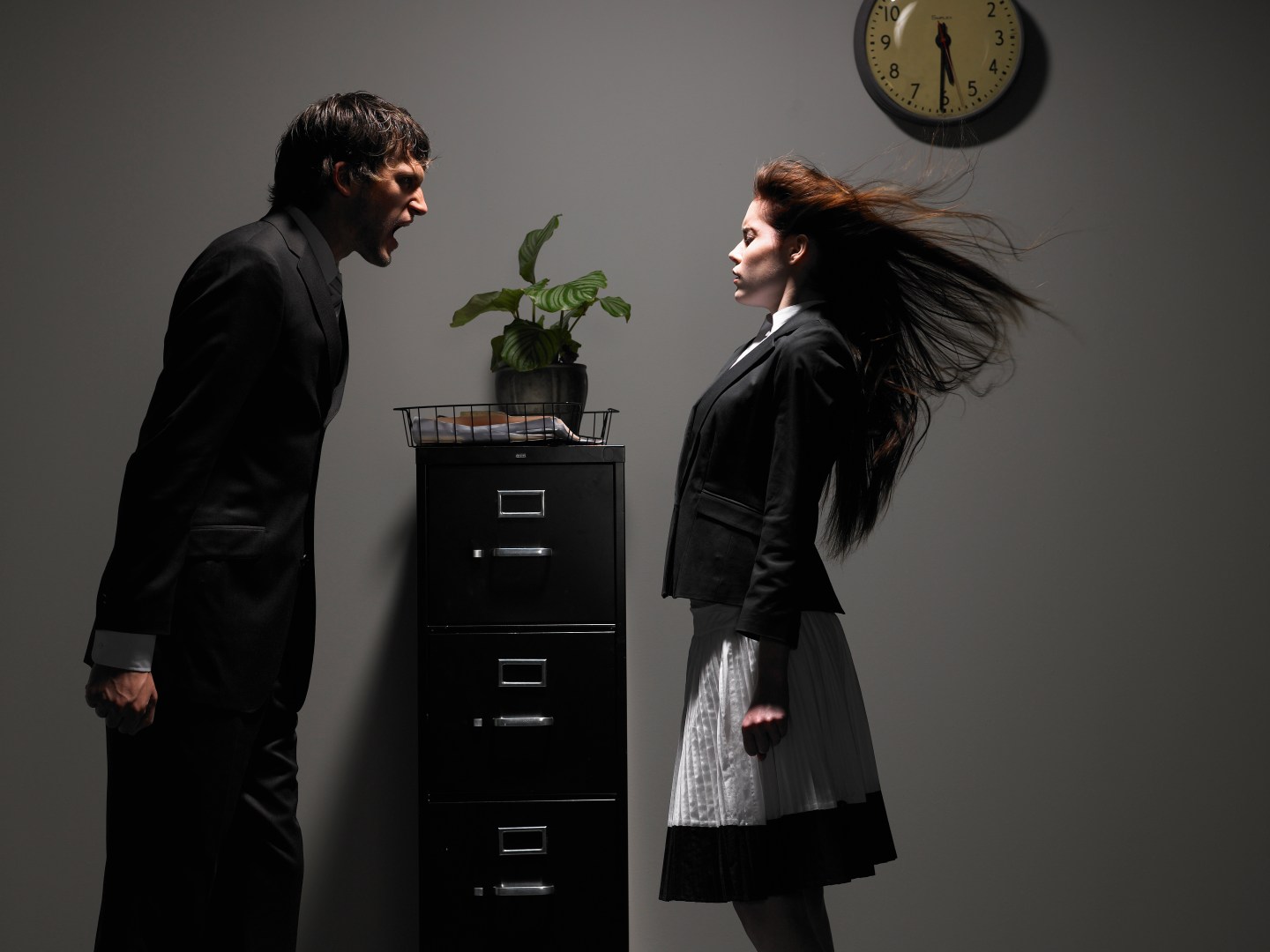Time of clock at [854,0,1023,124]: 5:30
